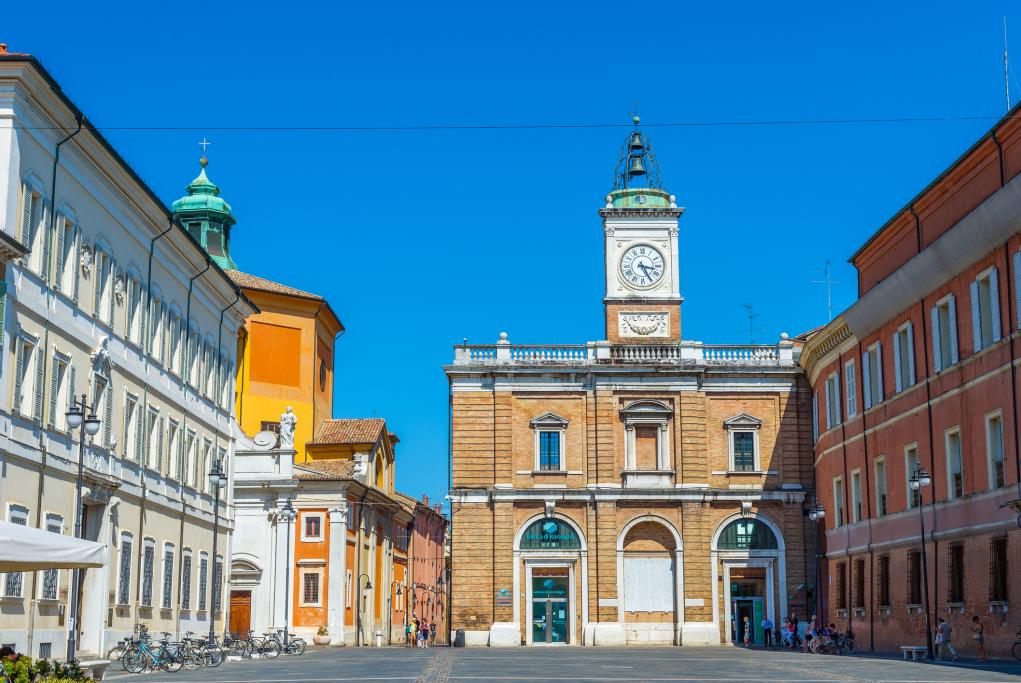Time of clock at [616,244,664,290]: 3:24
